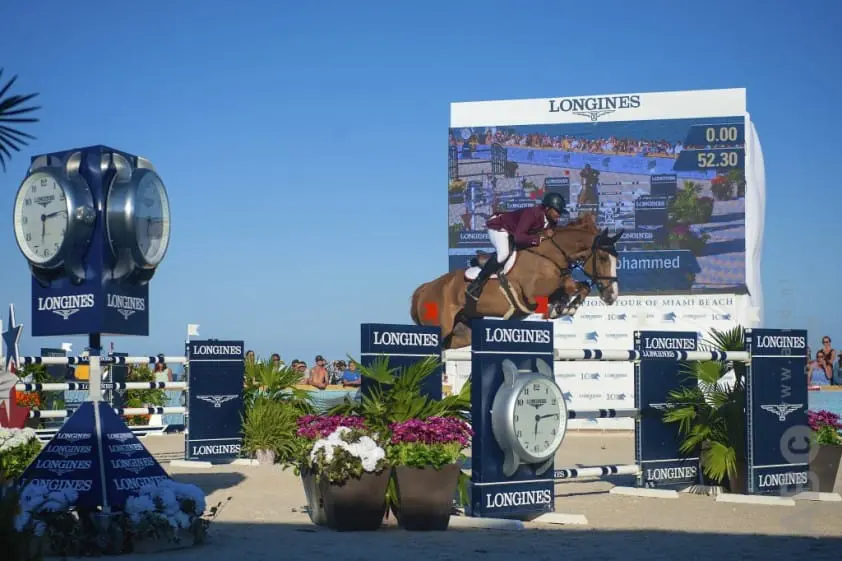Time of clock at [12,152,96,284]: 6:14
